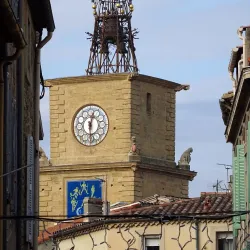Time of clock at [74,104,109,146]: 12:28
